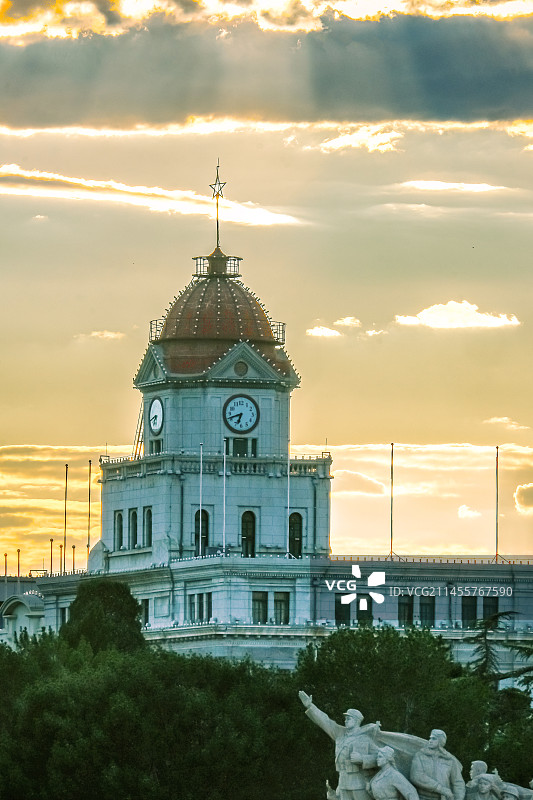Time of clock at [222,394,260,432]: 6:41
